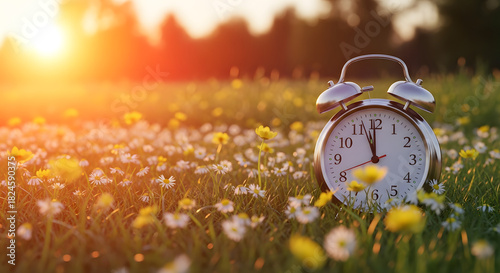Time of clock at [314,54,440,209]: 11:56
